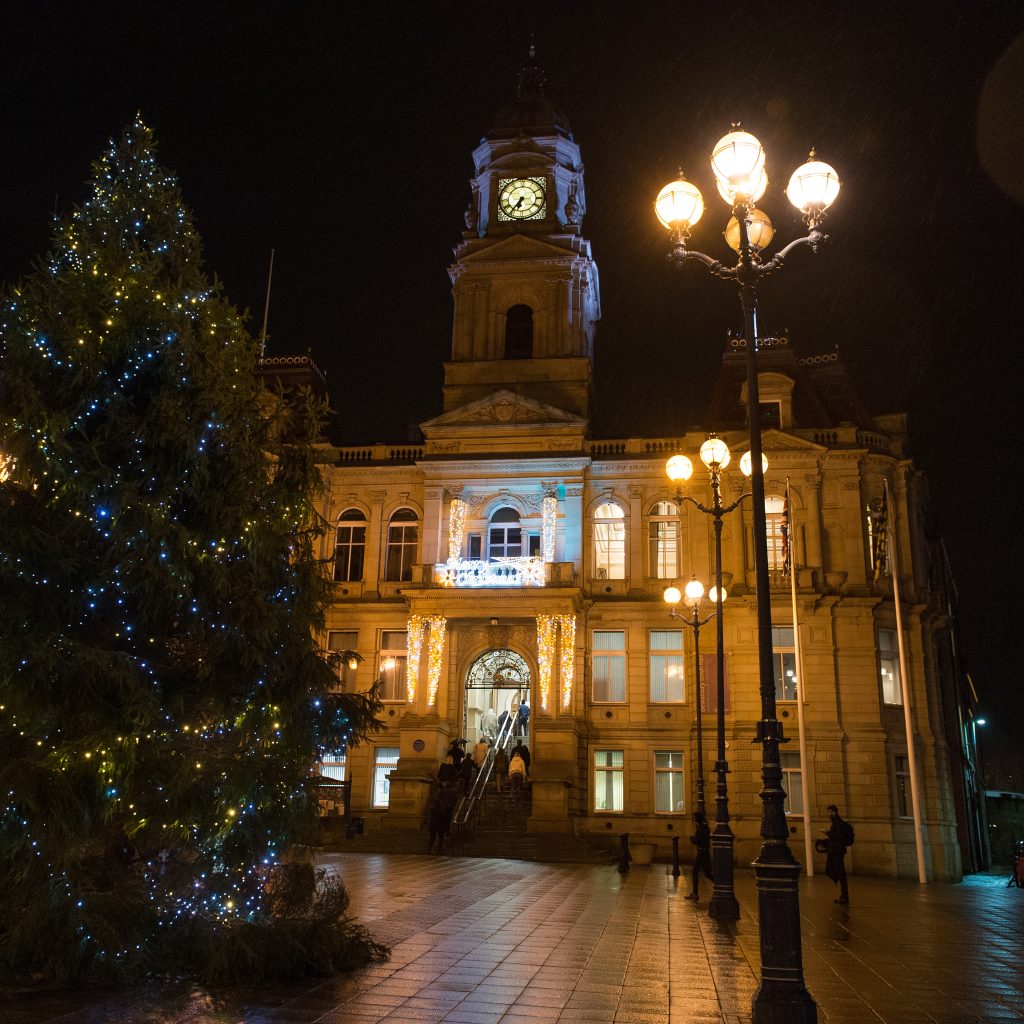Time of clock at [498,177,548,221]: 6:36
